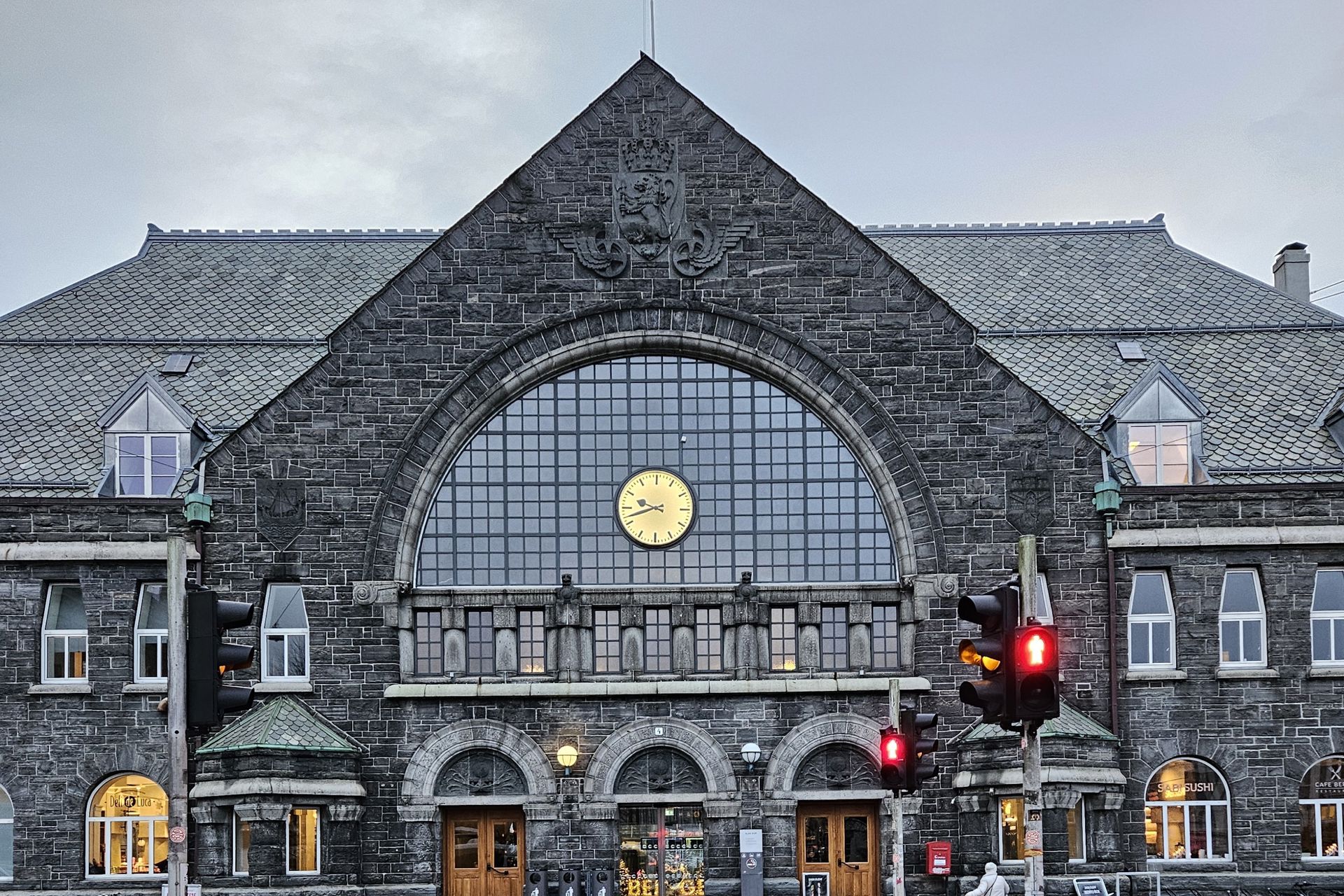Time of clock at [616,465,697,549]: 9:42
